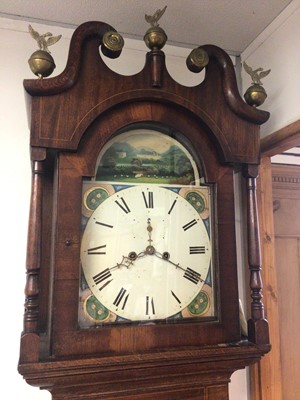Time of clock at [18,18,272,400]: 8:19
